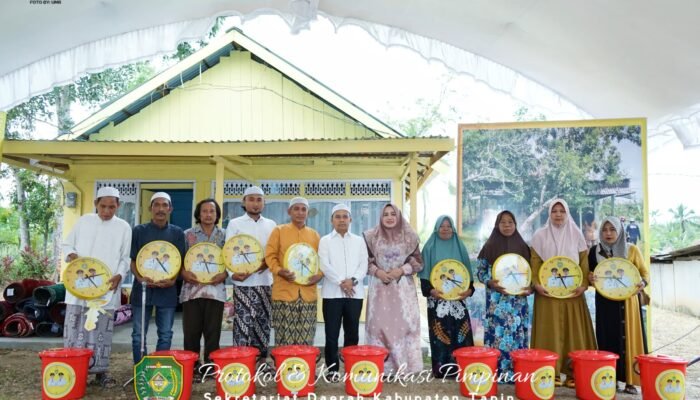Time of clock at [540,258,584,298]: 5:14
